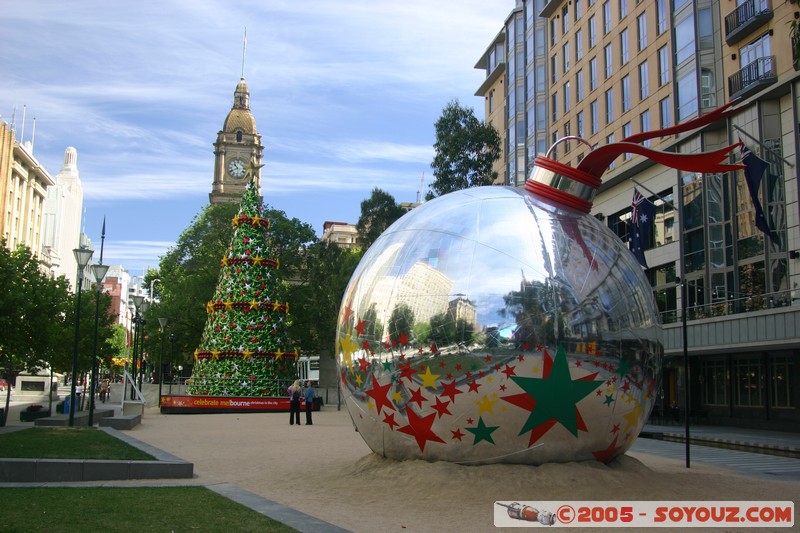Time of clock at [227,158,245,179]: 10:40
